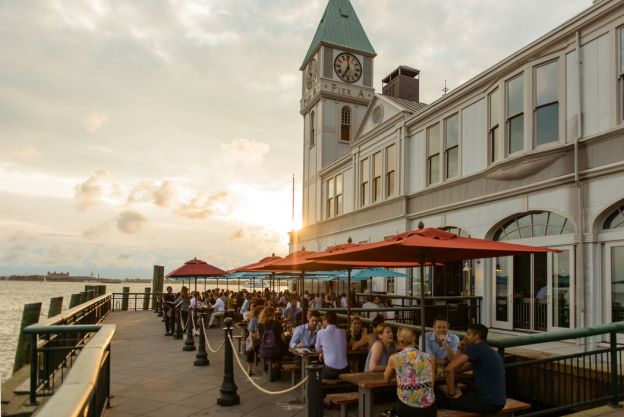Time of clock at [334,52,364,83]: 6:58
